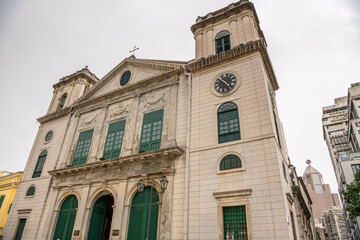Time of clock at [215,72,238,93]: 10:22
